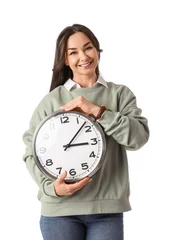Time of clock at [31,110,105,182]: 3:07
